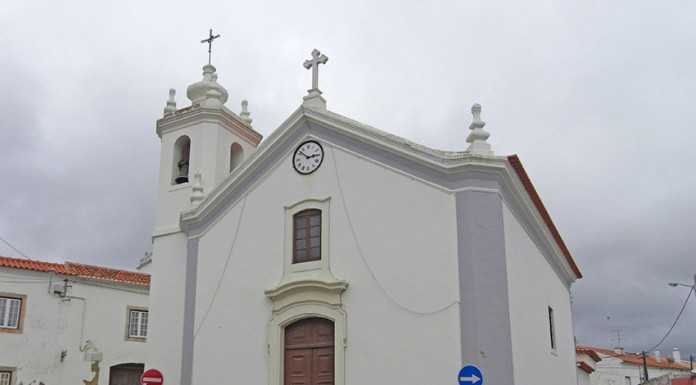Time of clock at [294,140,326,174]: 2:51
